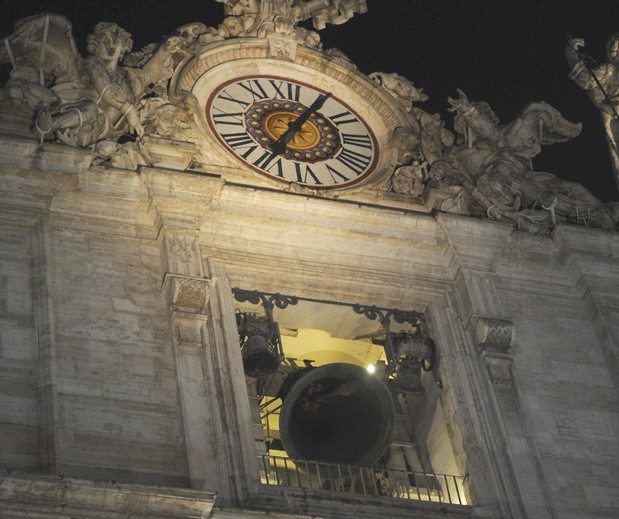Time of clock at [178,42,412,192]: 7:05
